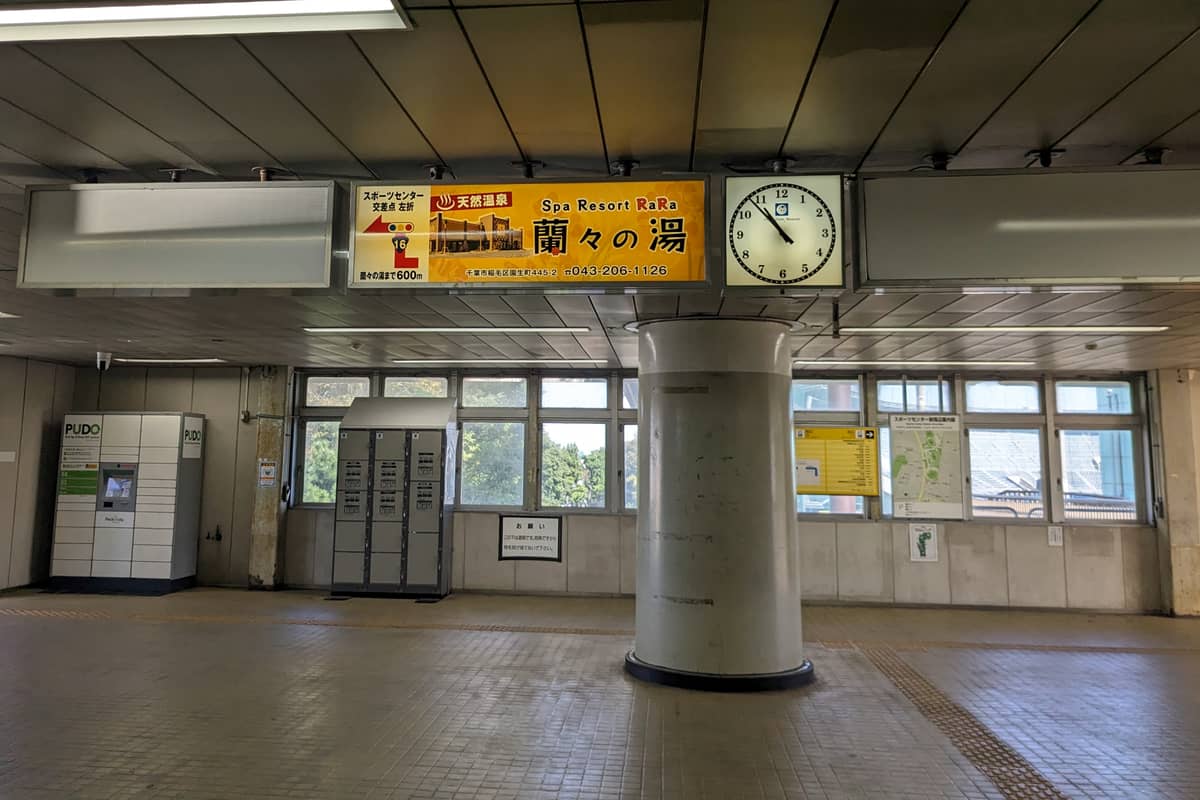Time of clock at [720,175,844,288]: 10:53
